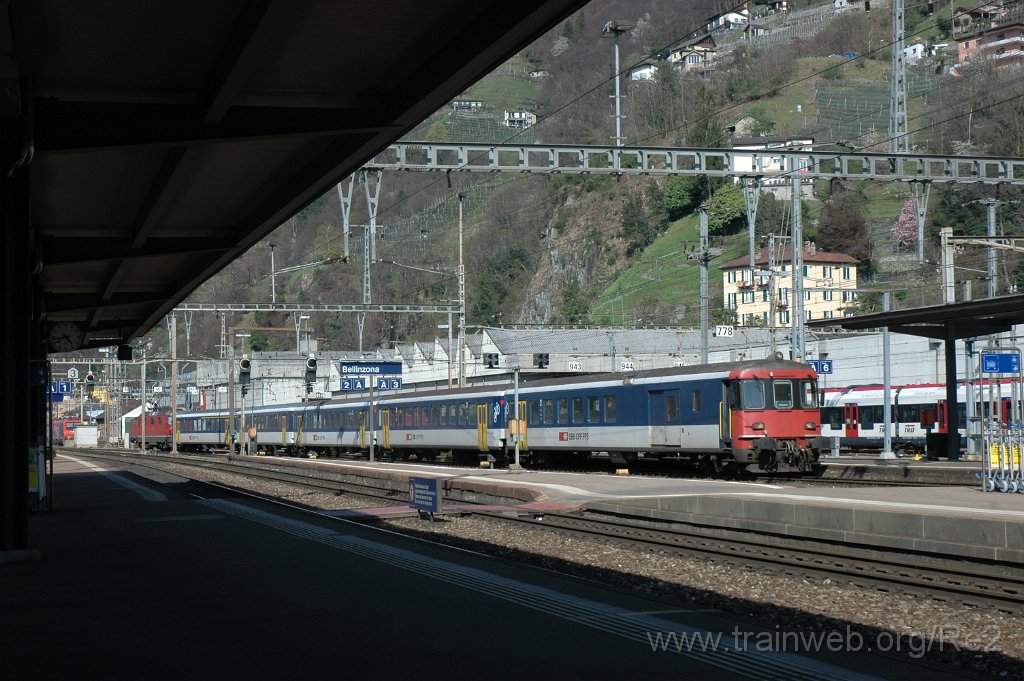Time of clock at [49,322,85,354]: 4:42
